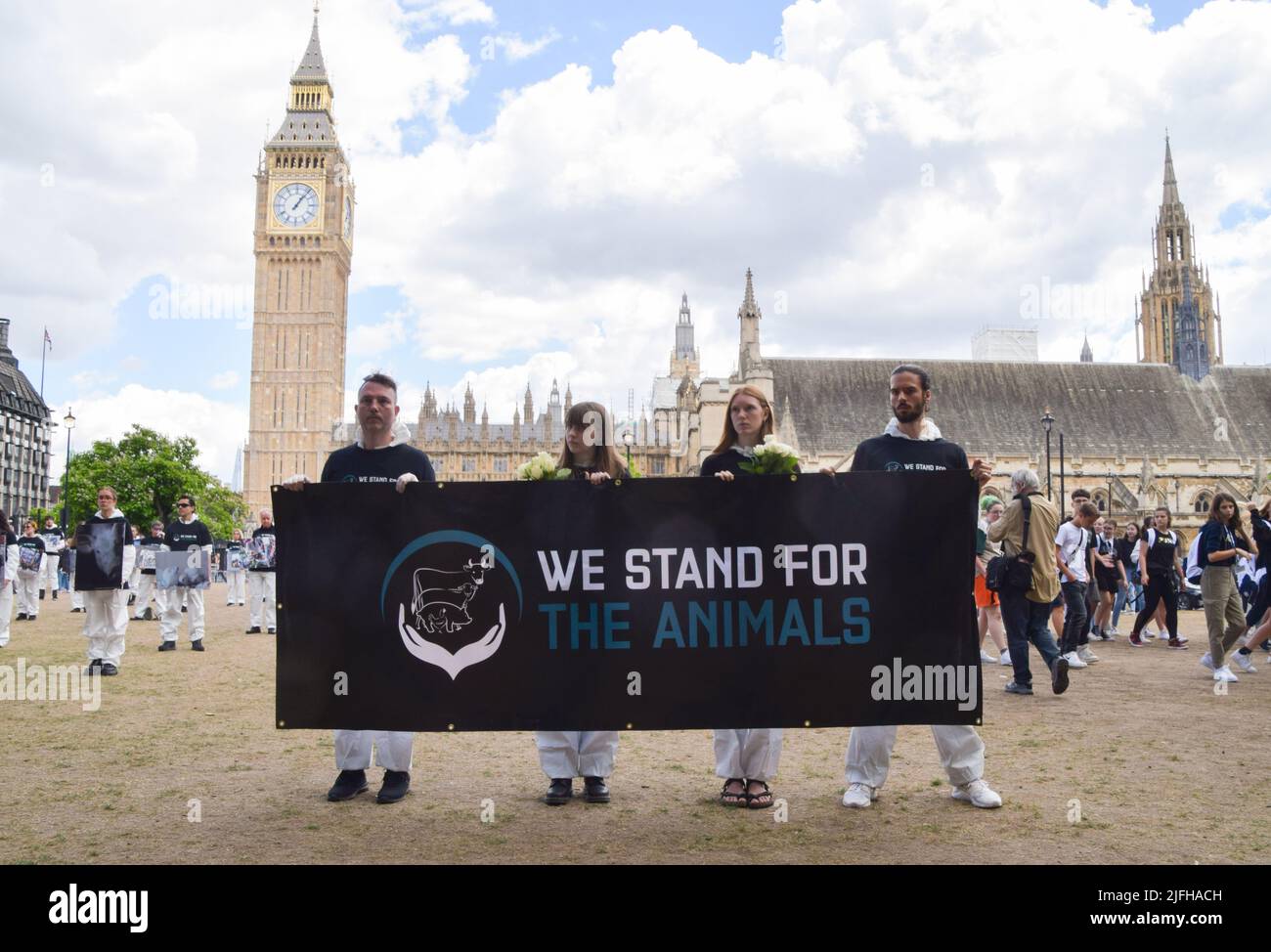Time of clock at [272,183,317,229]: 1:06
